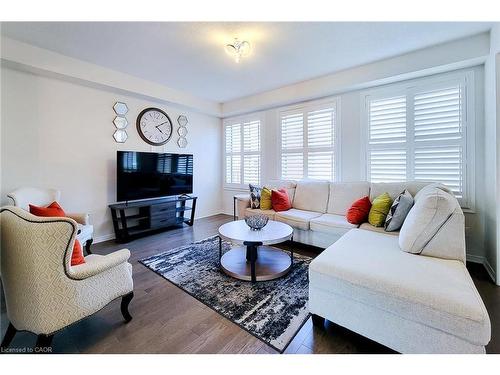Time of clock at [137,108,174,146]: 4:09
